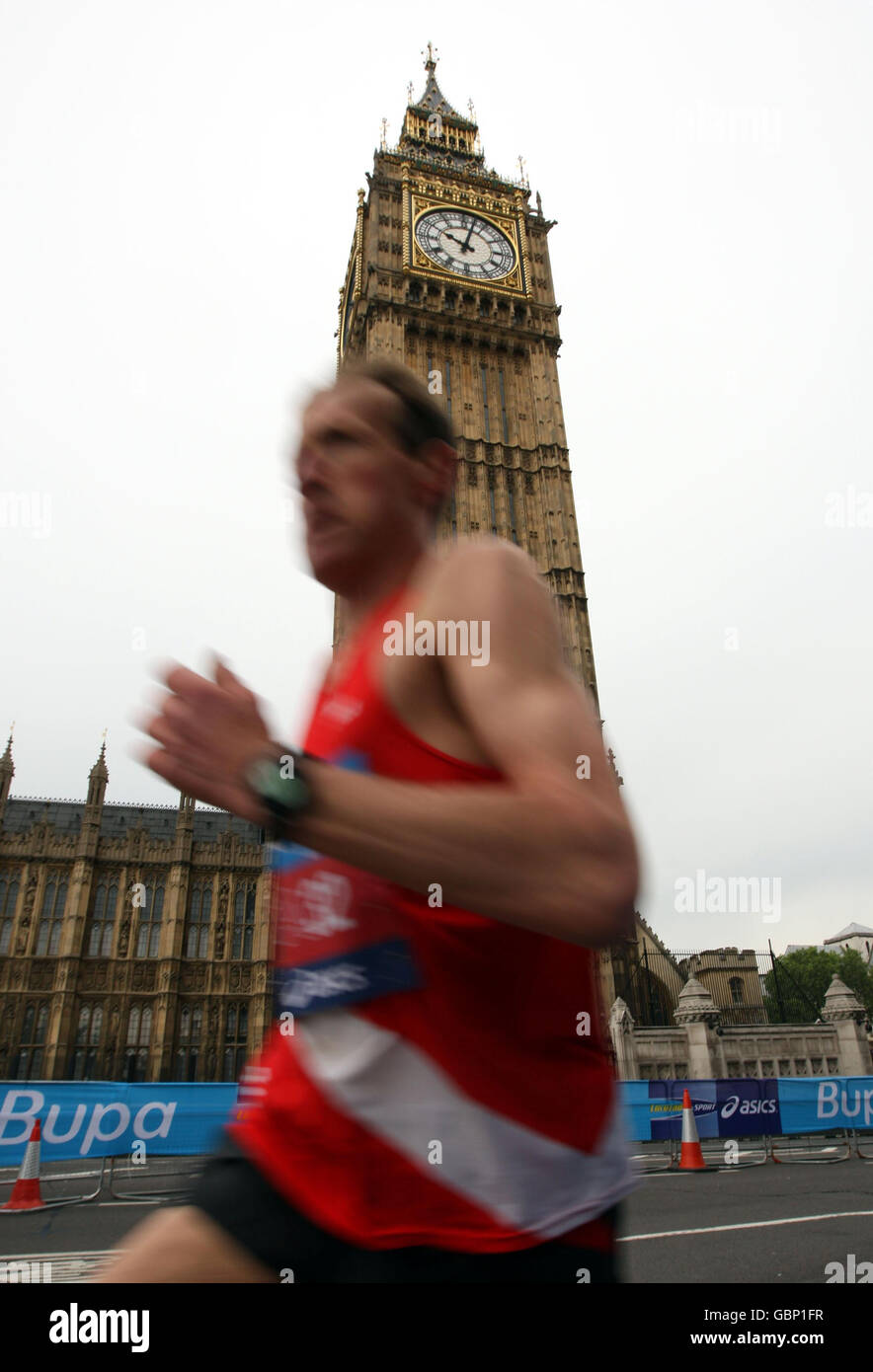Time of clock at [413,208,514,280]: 10:02
